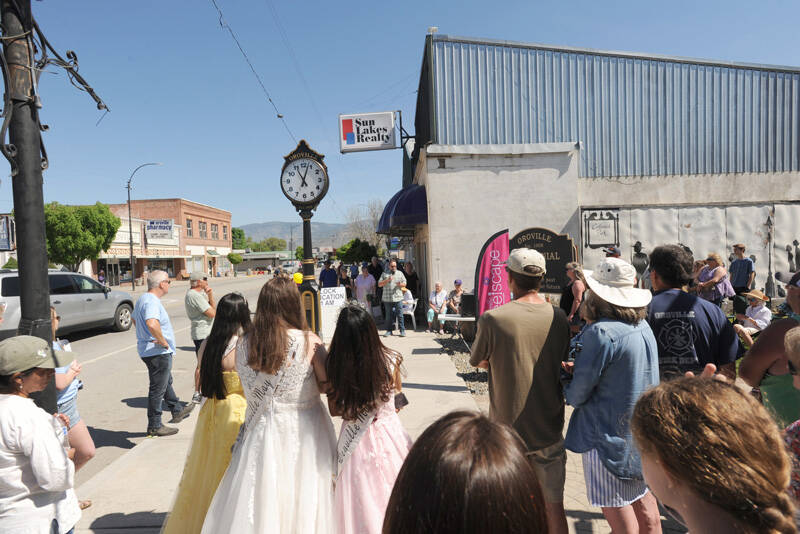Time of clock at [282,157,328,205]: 11:03
